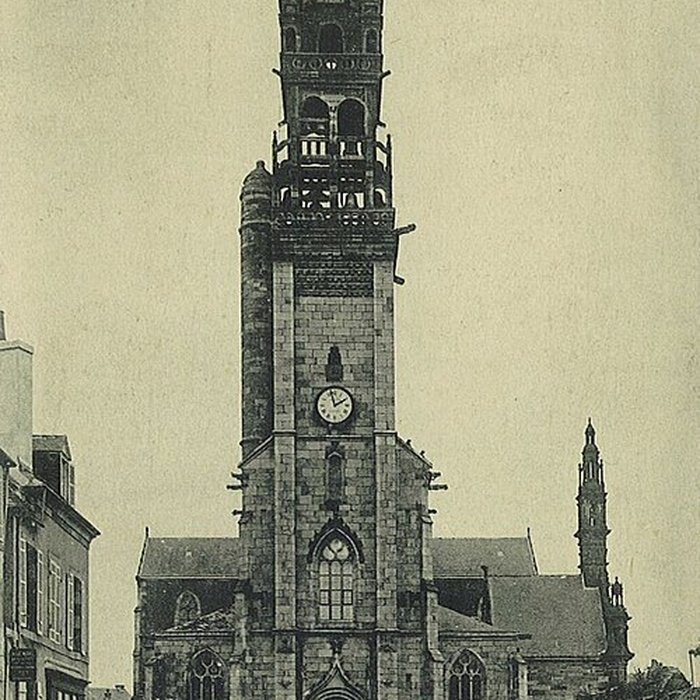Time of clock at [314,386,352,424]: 1:57
